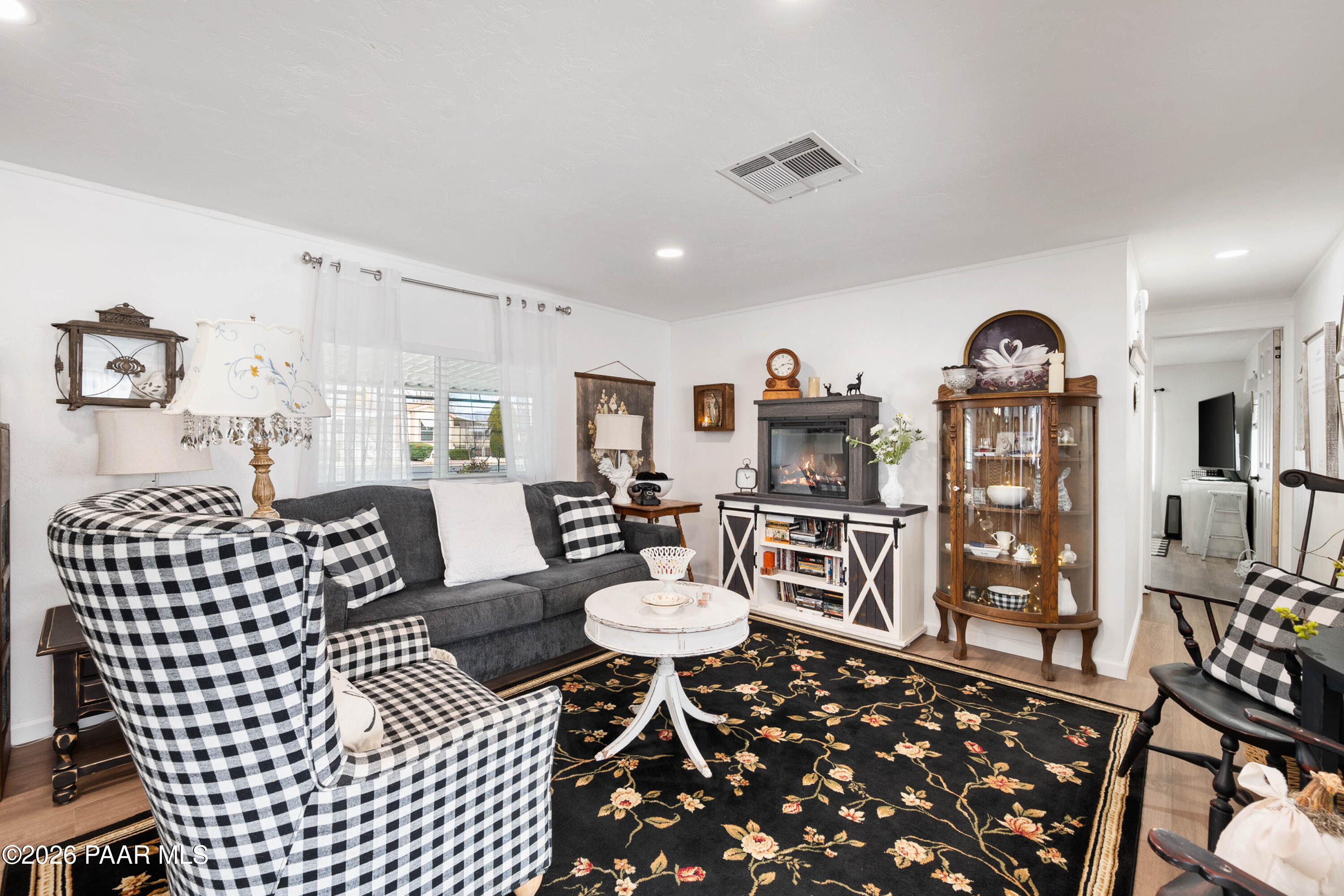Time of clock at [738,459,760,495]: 1:56
